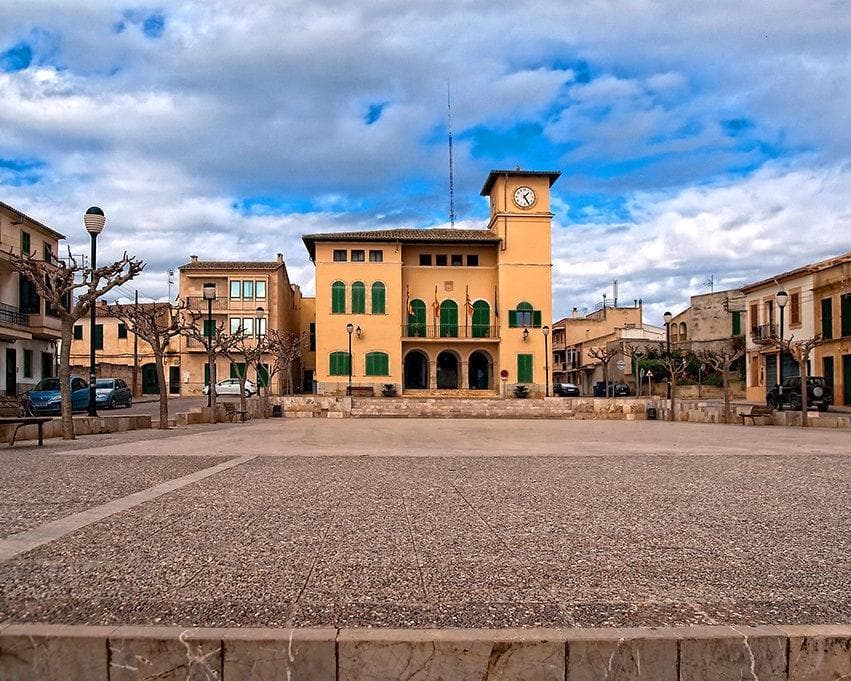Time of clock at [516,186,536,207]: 1:24
